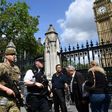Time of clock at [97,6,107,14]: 5:08
